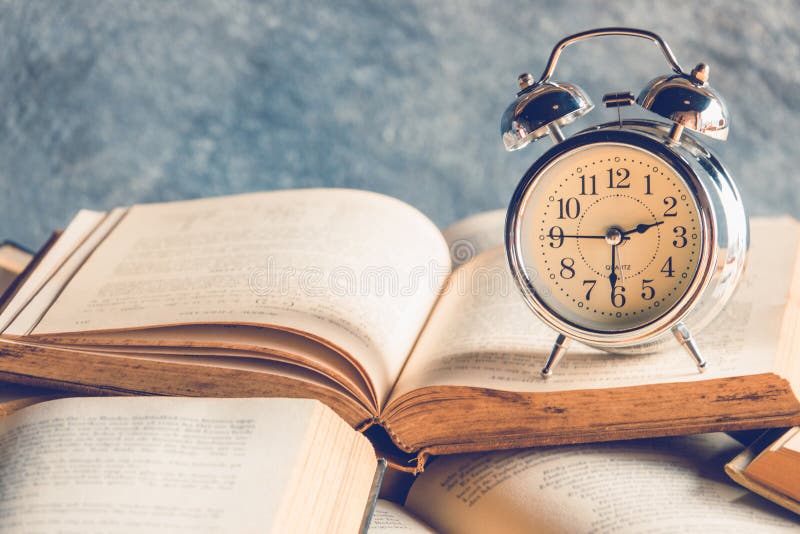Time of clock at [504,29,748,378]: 2:30
